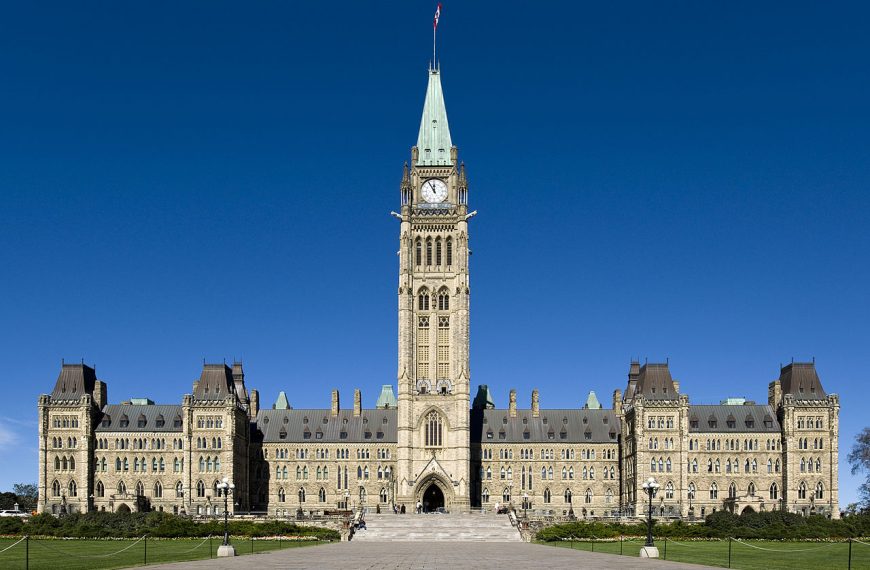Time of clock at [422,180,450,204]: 11:54
